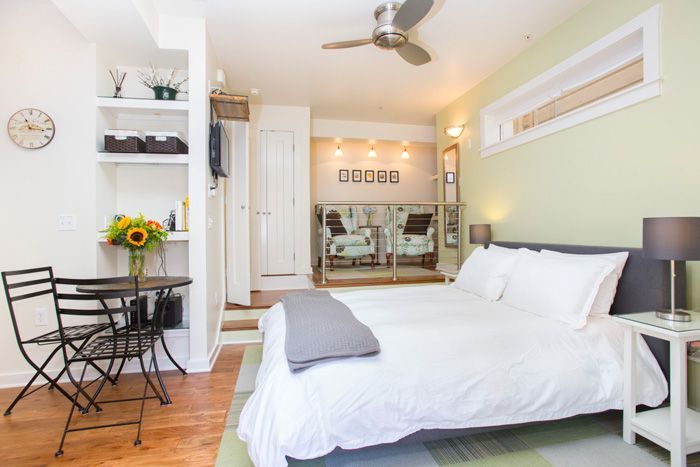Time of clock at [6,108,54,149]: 11:16
